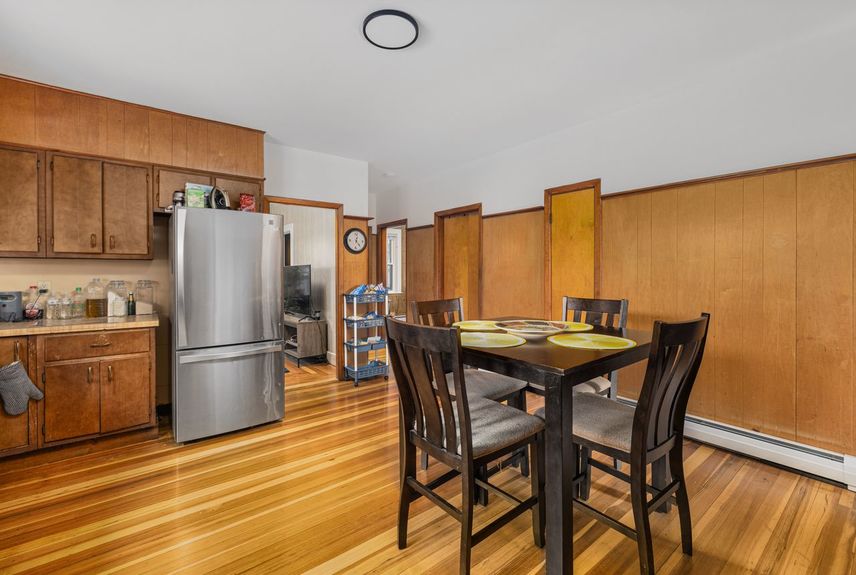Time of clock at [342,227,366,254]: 12:23
